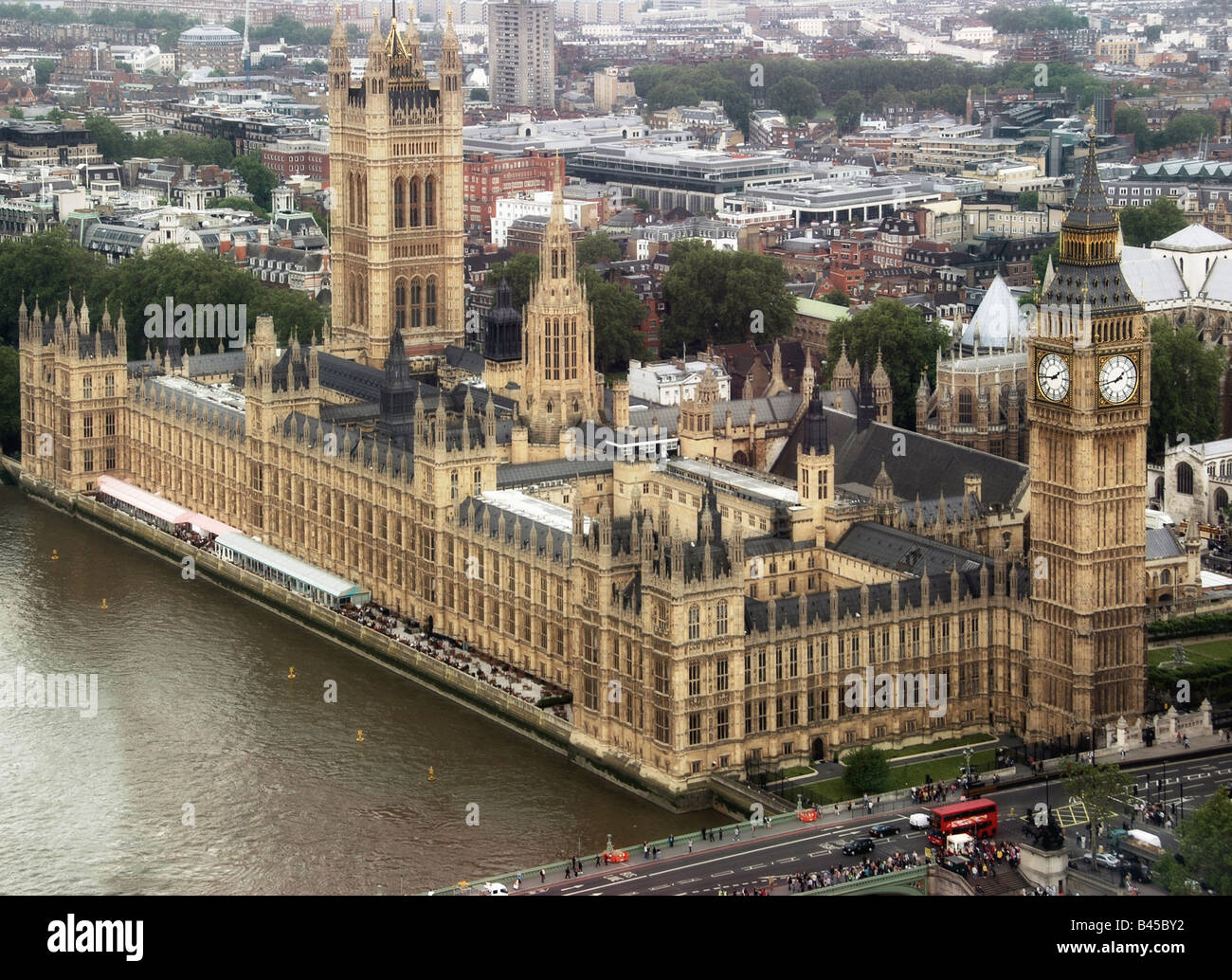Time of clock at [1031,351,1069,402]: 1:43
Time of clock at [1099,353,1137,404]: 1:43
